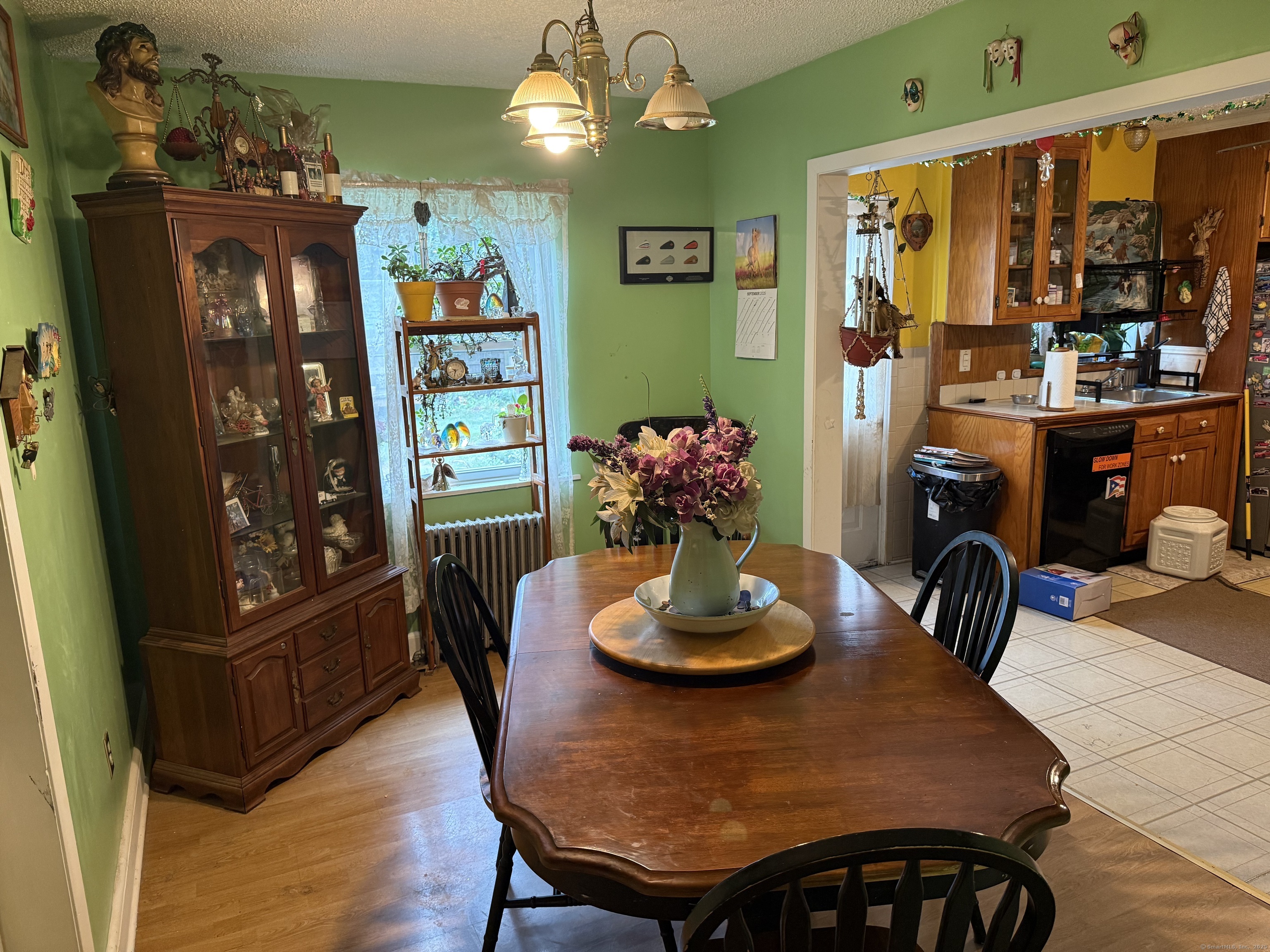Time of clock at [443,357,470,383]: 9:32
